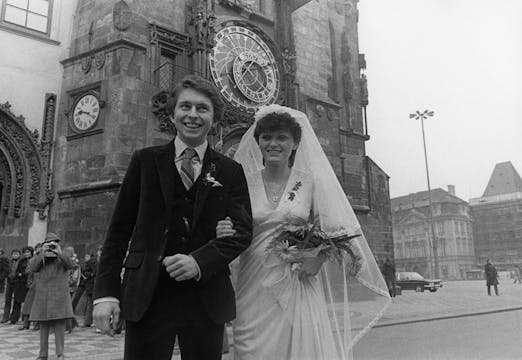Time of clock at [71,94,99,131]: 9:20
